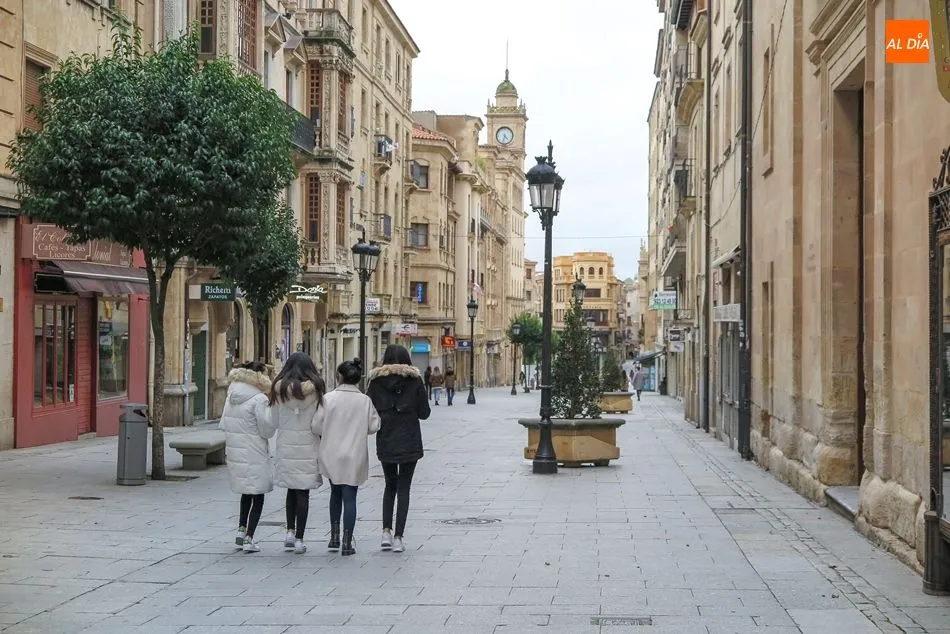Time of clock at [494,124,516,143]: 4:32
